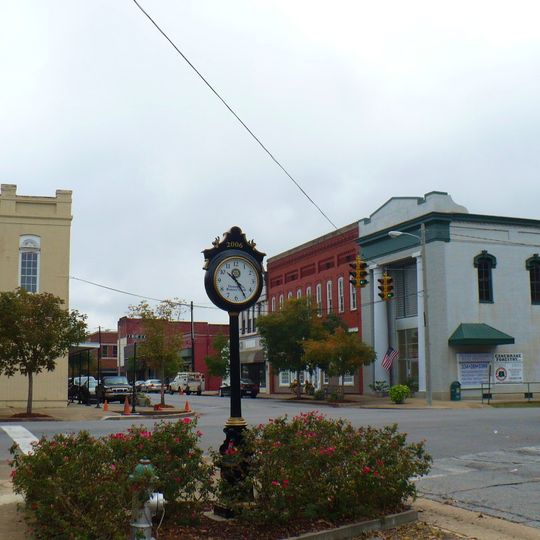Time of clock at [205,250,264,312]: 10:24
